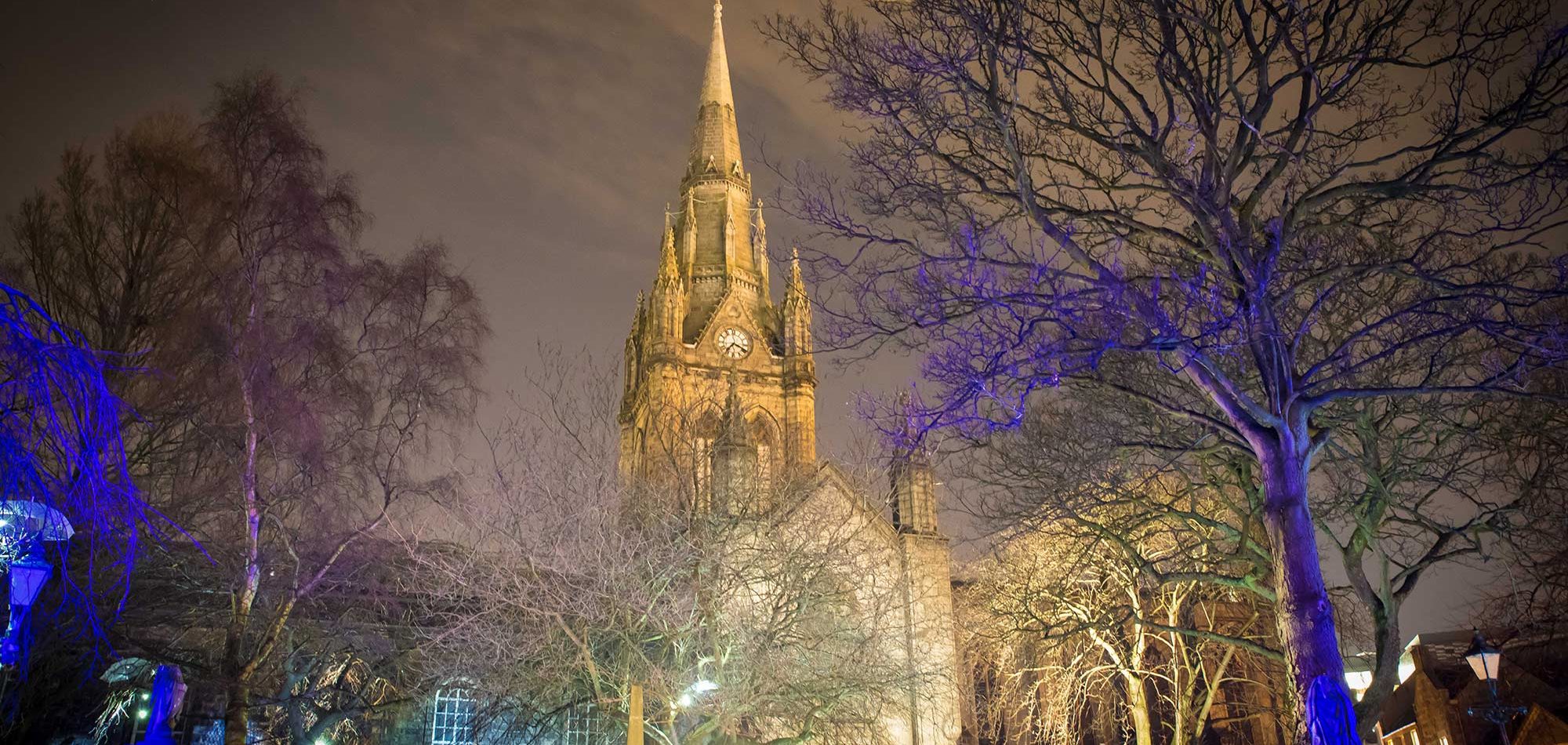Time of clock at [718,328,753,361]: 7:18
